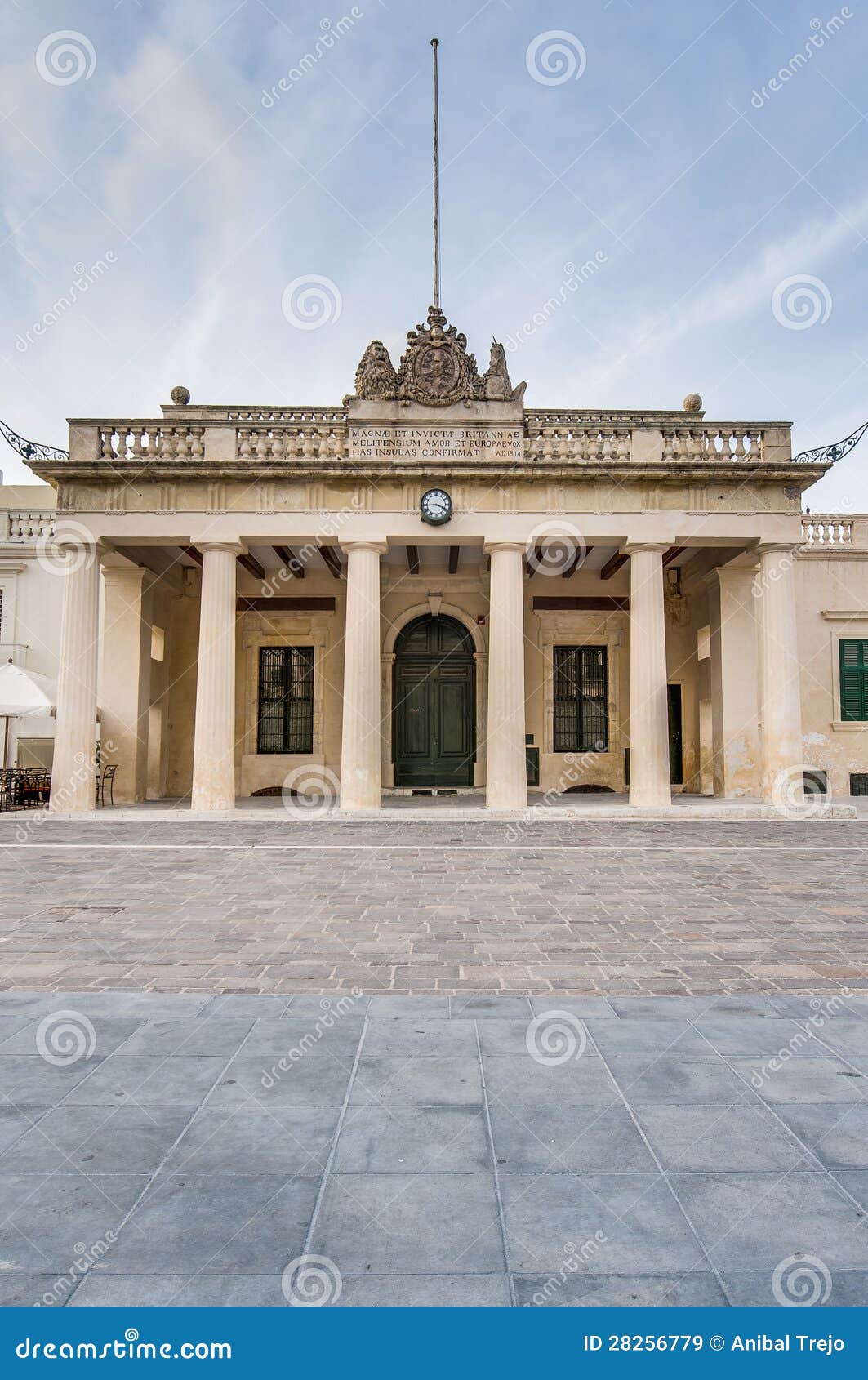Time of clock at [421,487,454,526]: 3:44
